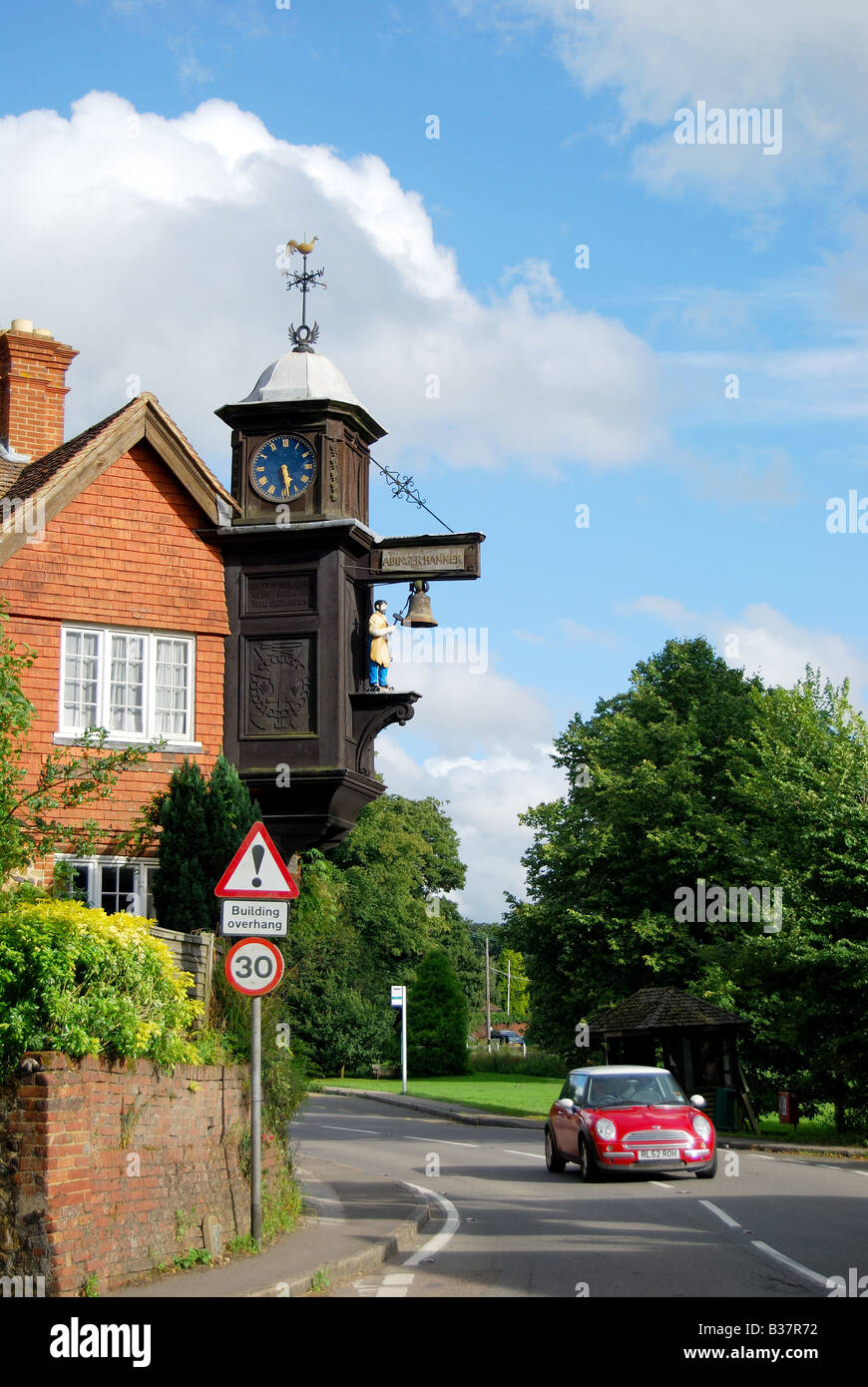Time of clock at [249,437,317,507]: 5:28
